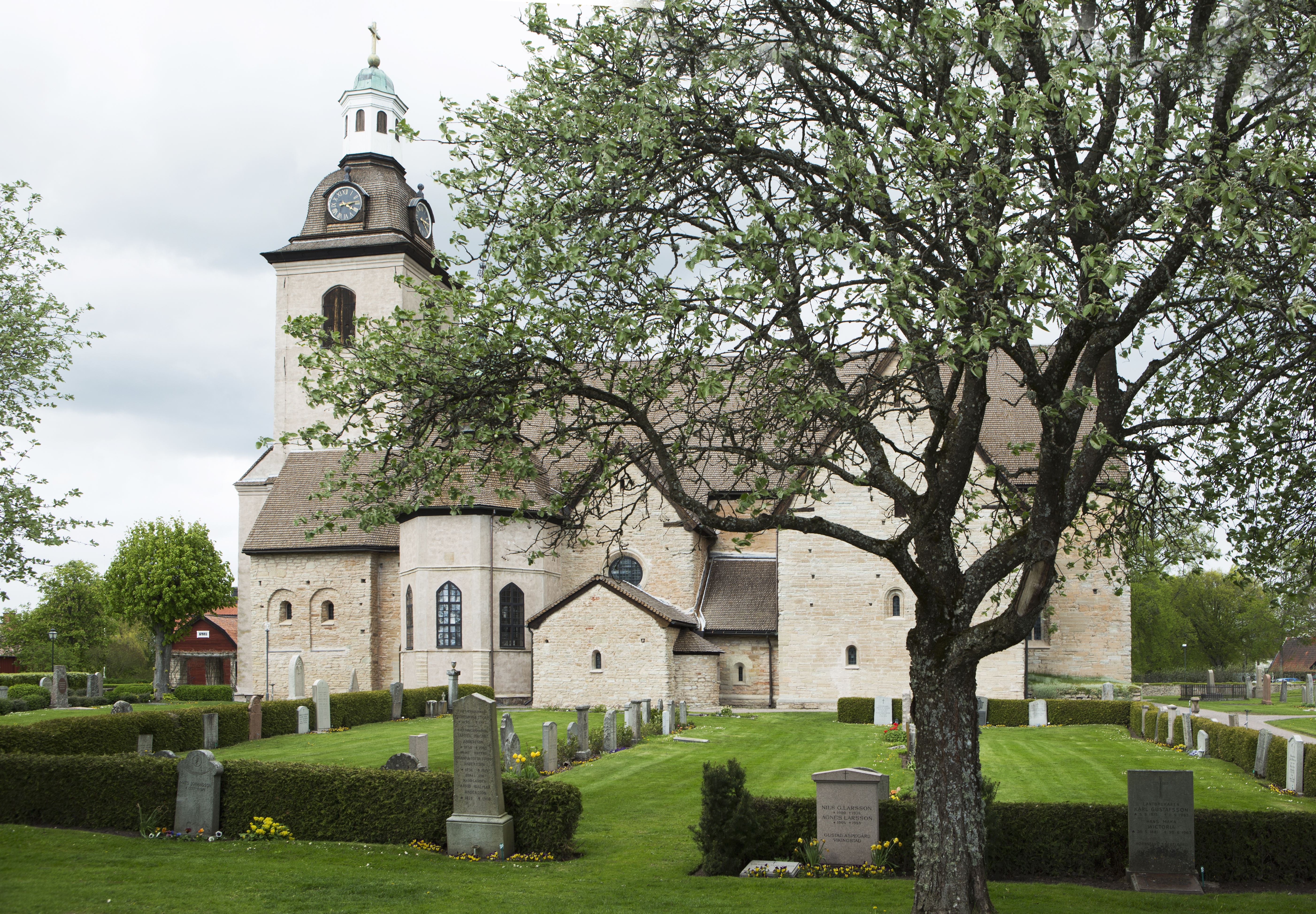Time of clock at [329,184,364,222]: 4:13
